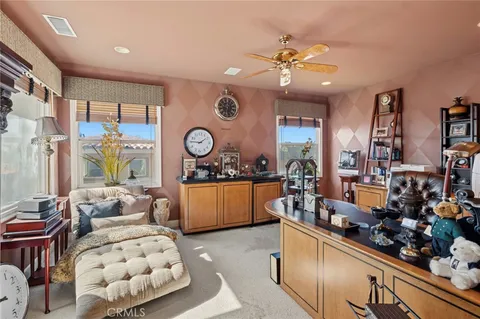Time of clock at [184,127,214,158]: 1:45
